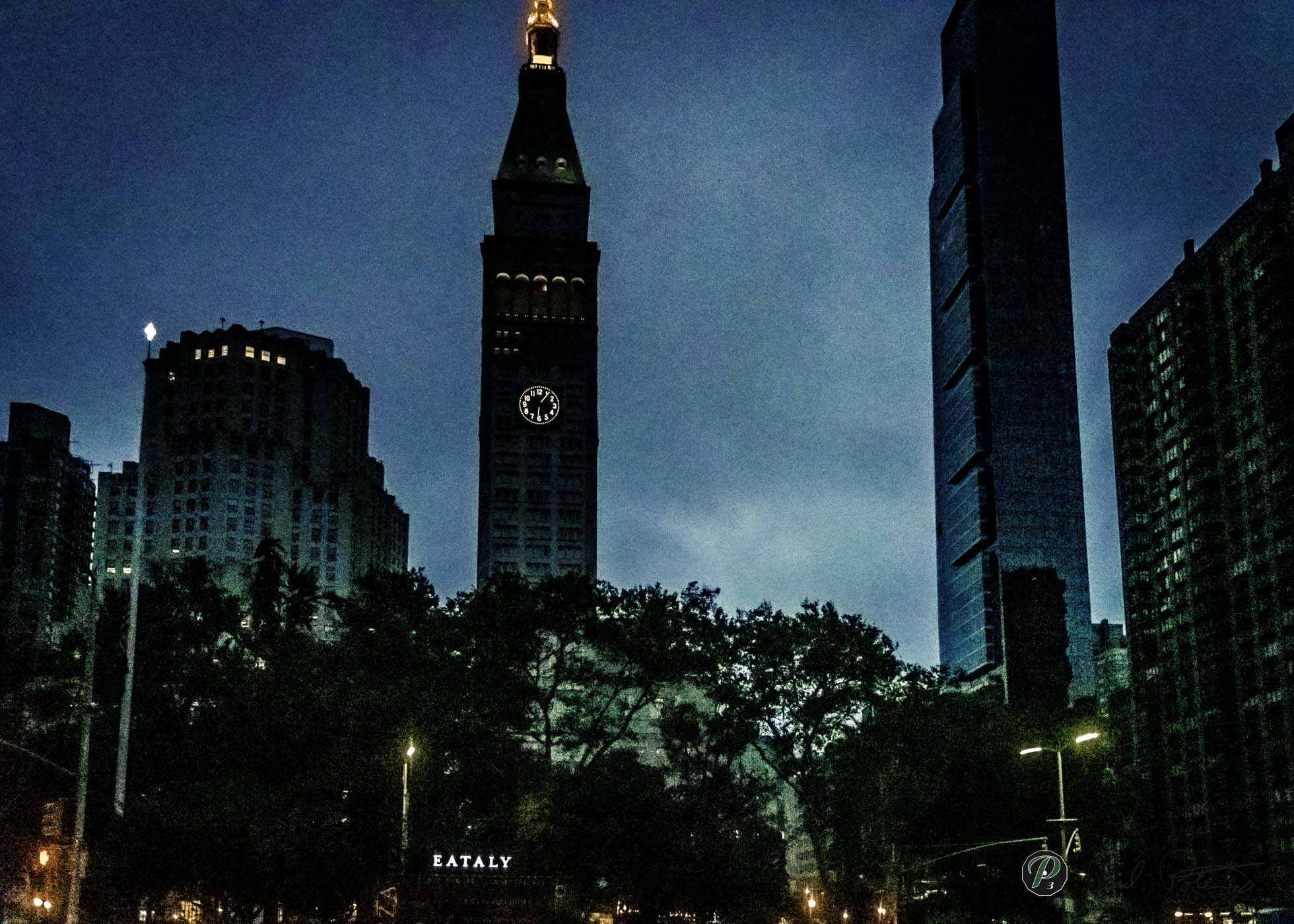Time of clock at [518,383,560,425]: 6:06
